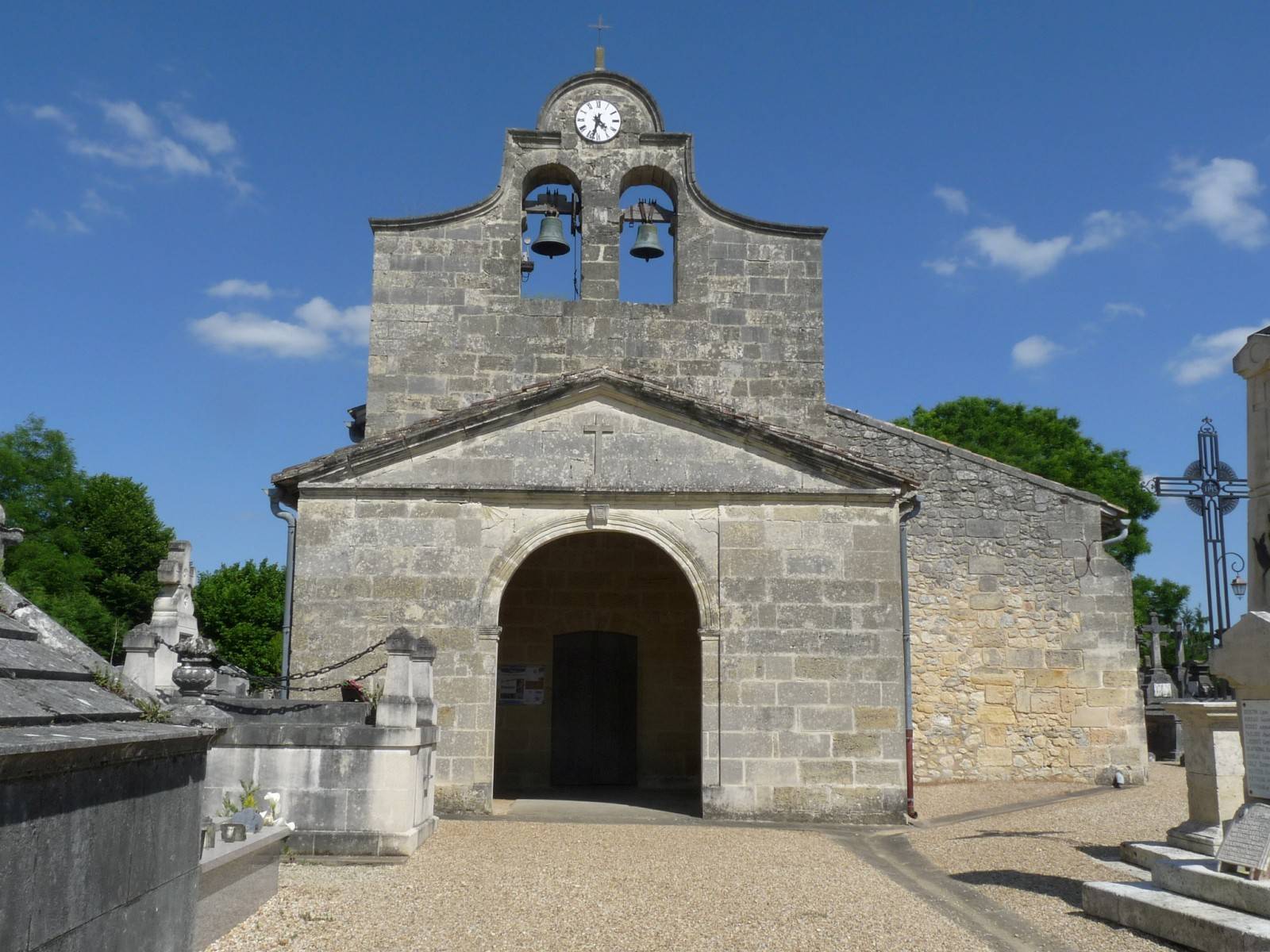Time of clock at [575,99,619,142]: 4:32
